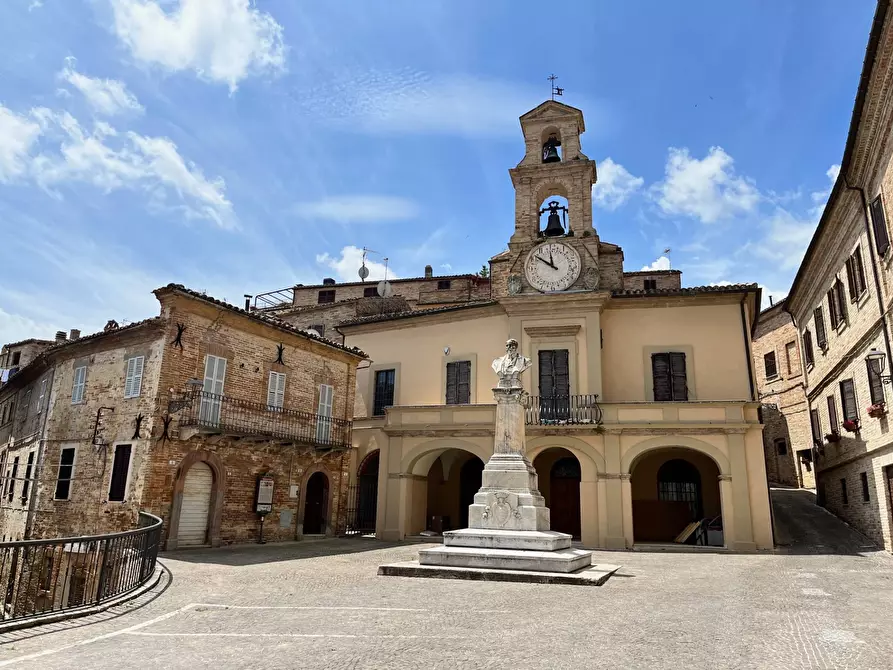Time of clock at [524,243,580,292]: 11:51
